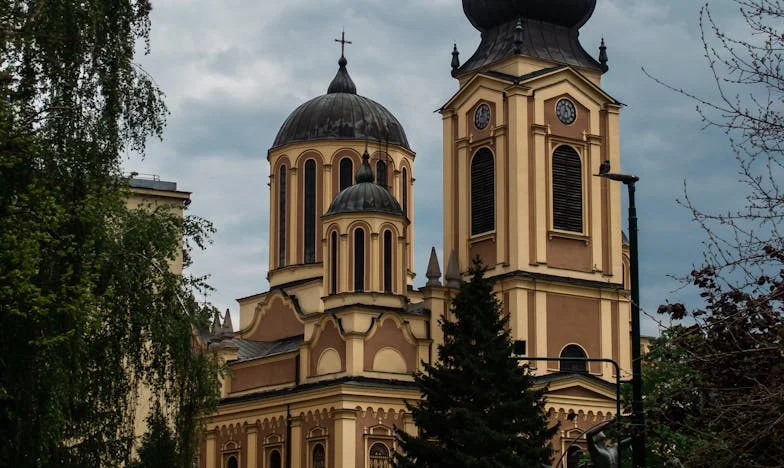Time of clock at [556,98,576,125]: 11:35
